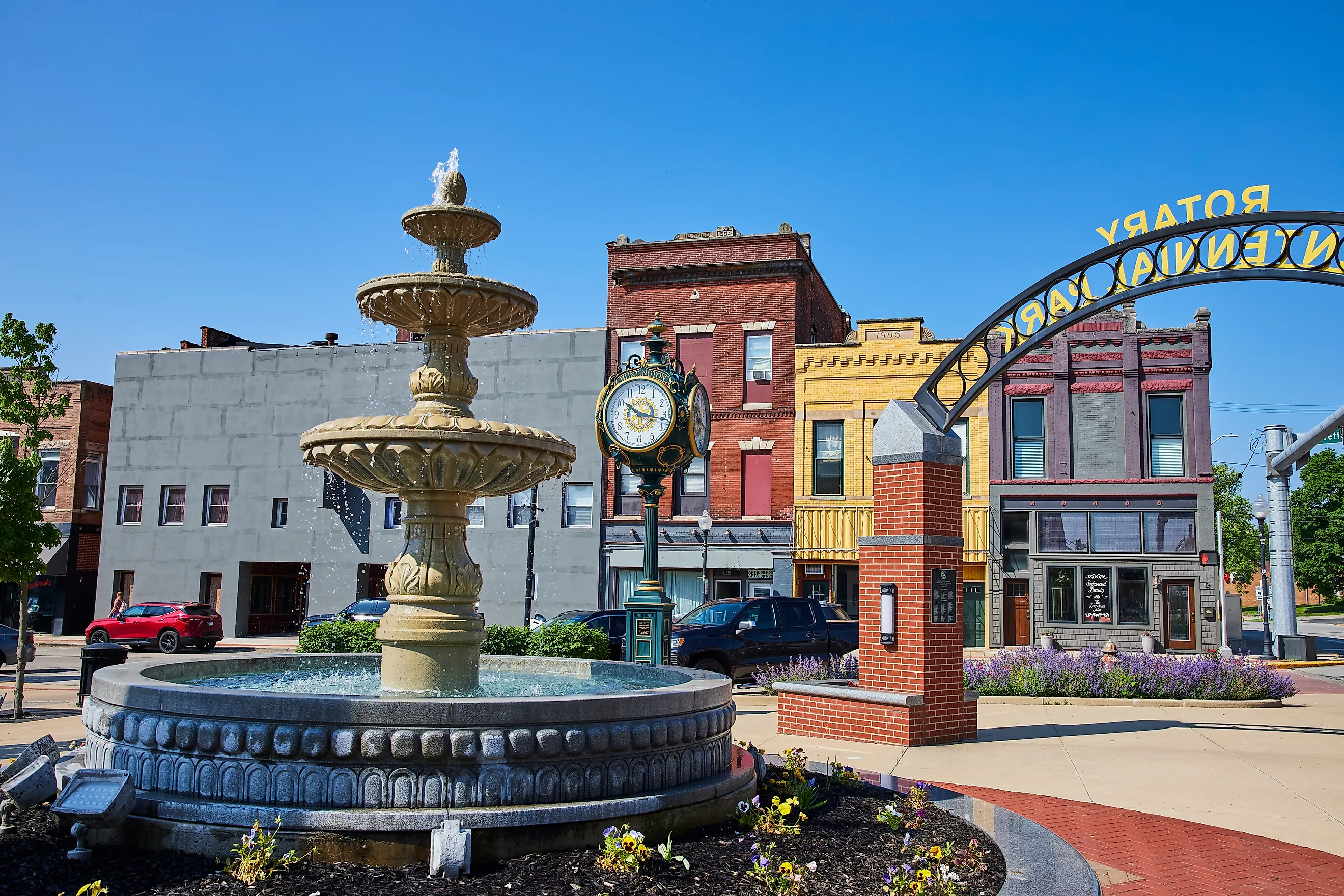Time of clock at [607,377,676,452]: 10:16
